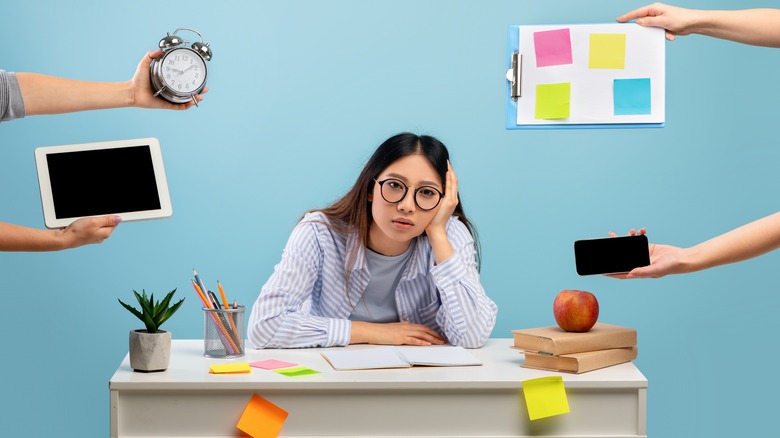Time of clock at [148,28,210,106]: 9:08
